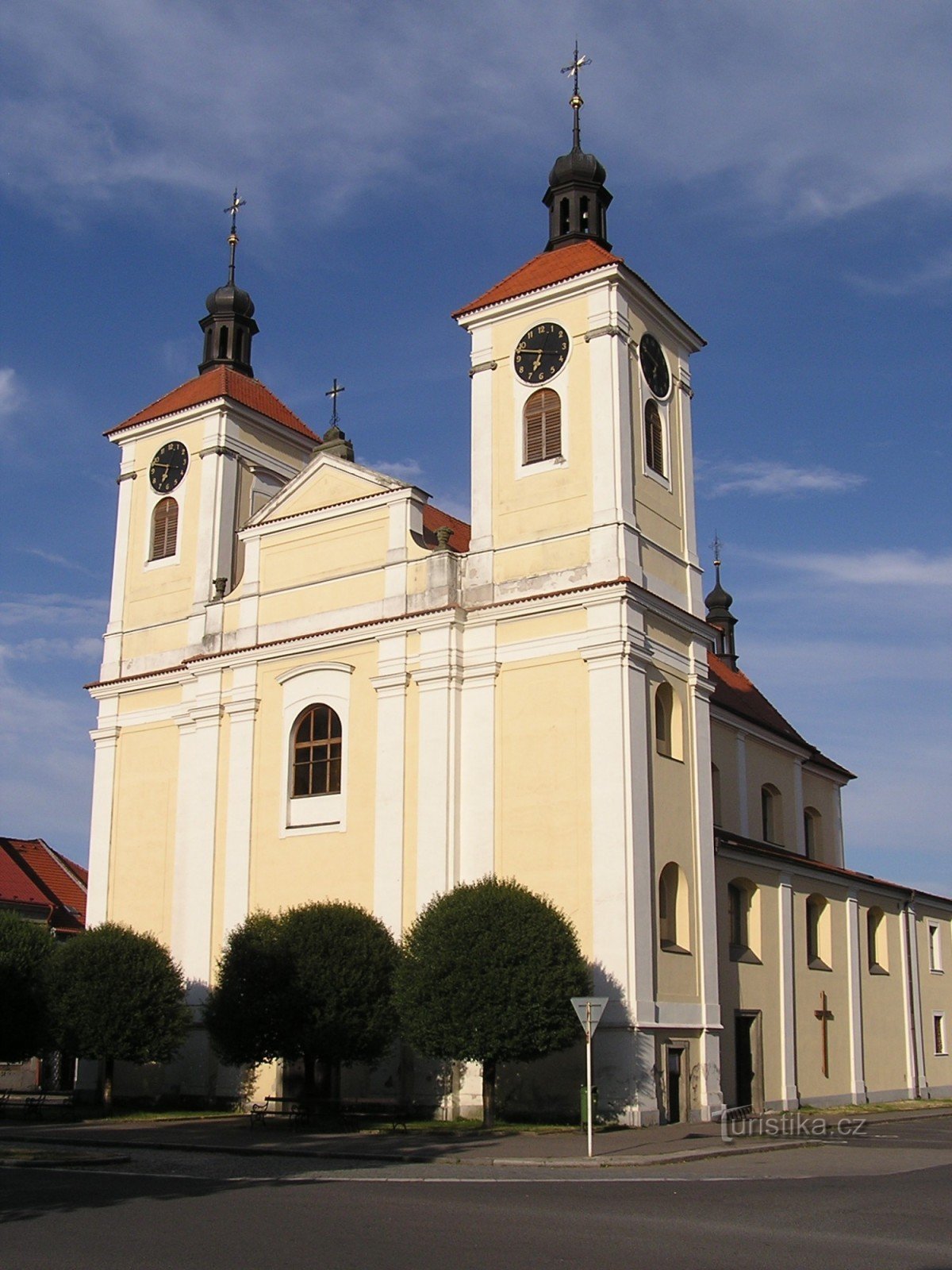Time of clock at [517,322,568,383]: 6:47
